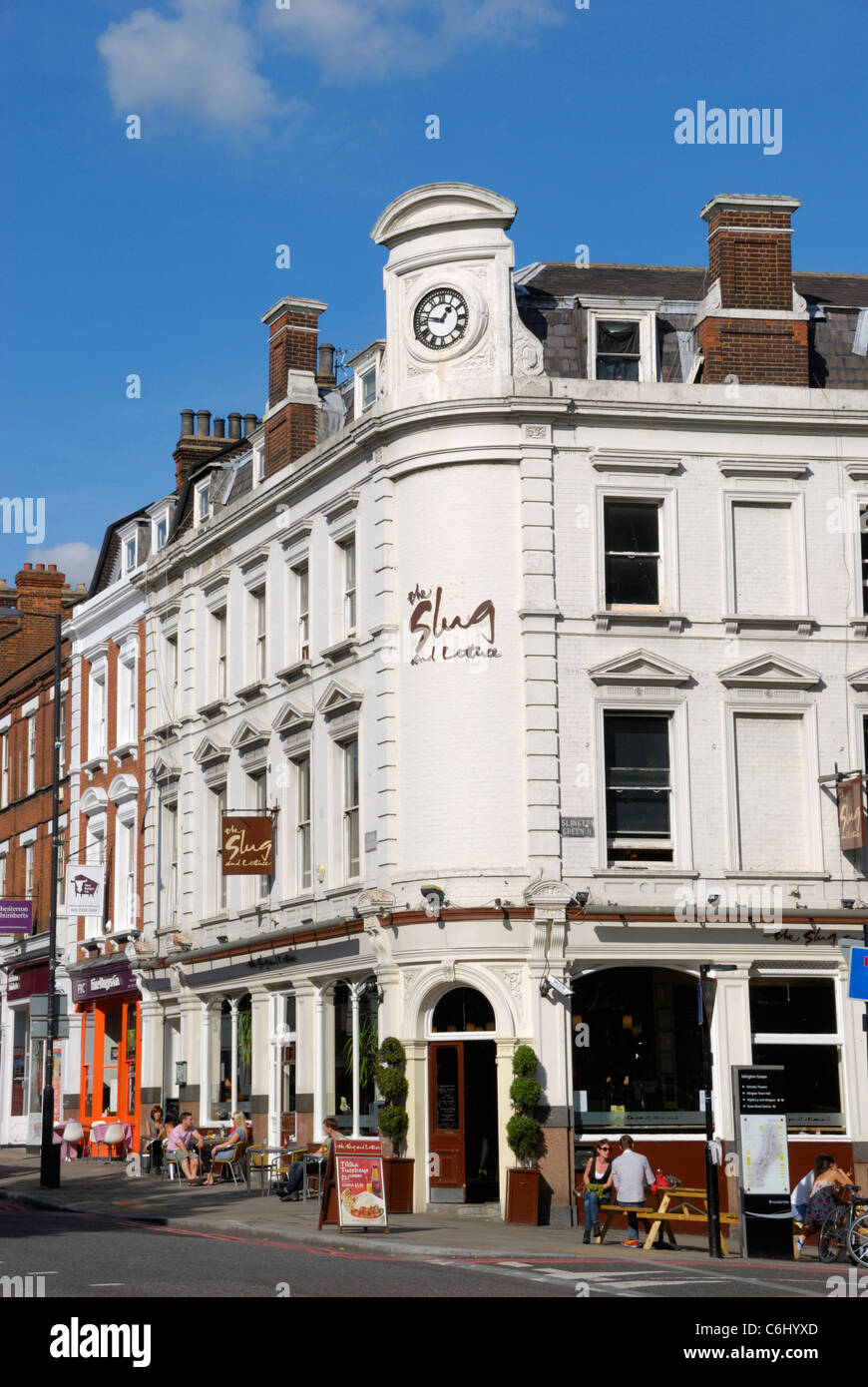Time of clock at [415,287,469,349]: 12:47
